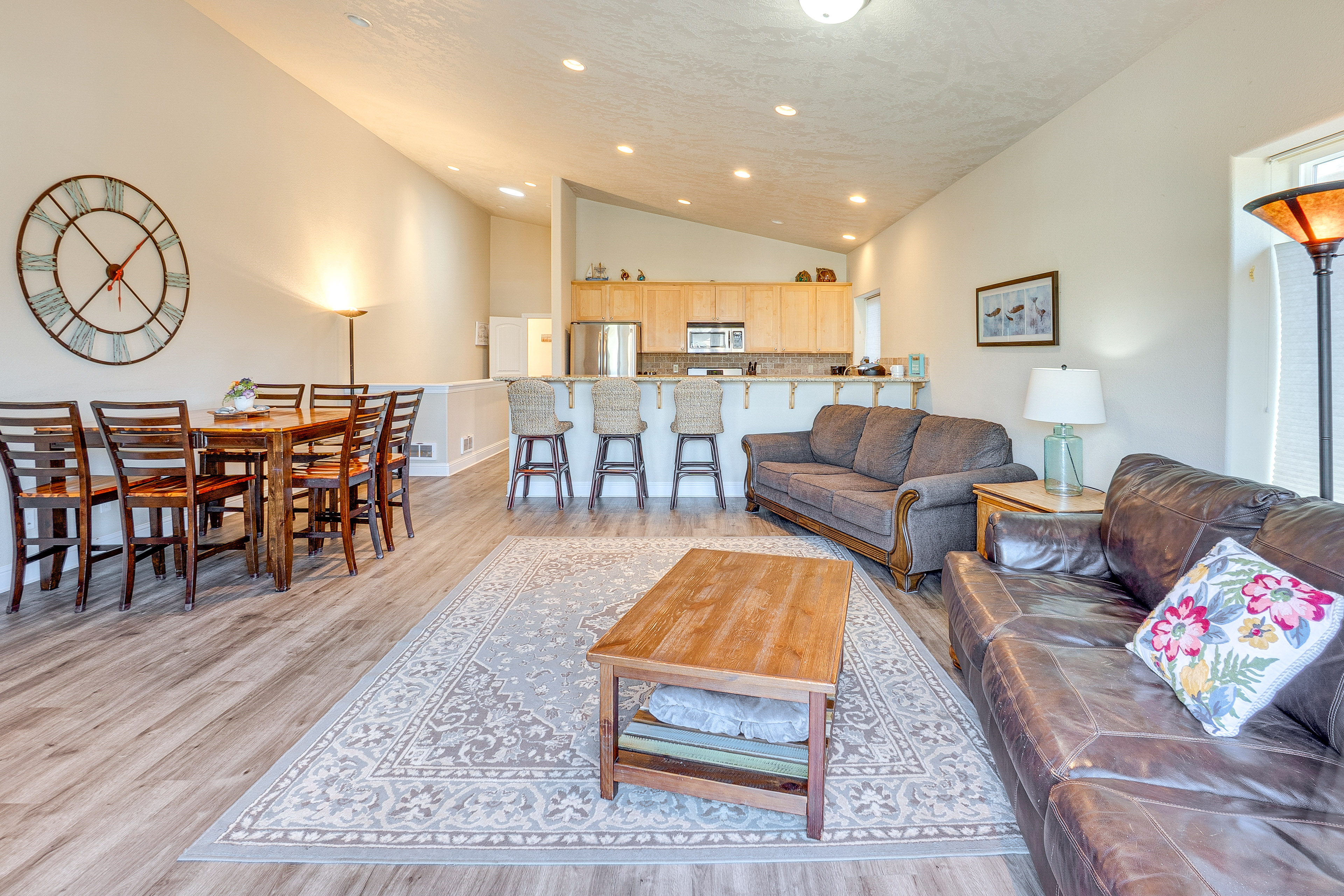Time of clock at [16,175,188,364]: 1:37
